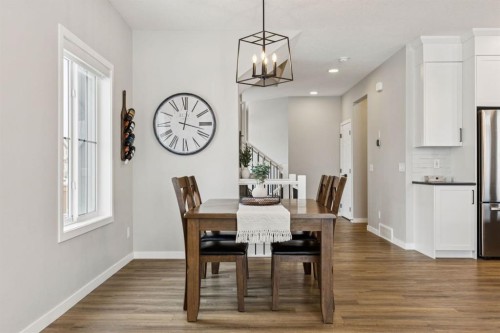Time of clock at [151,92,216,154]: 12:17
